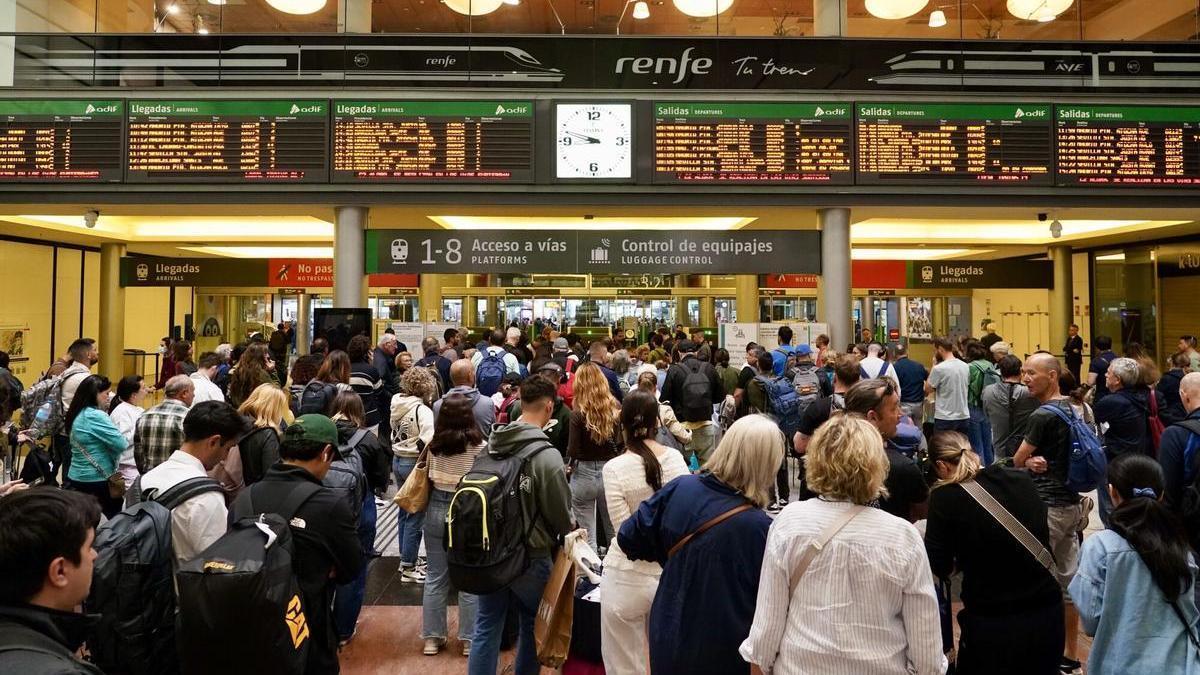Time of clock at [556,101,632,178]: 8:47
